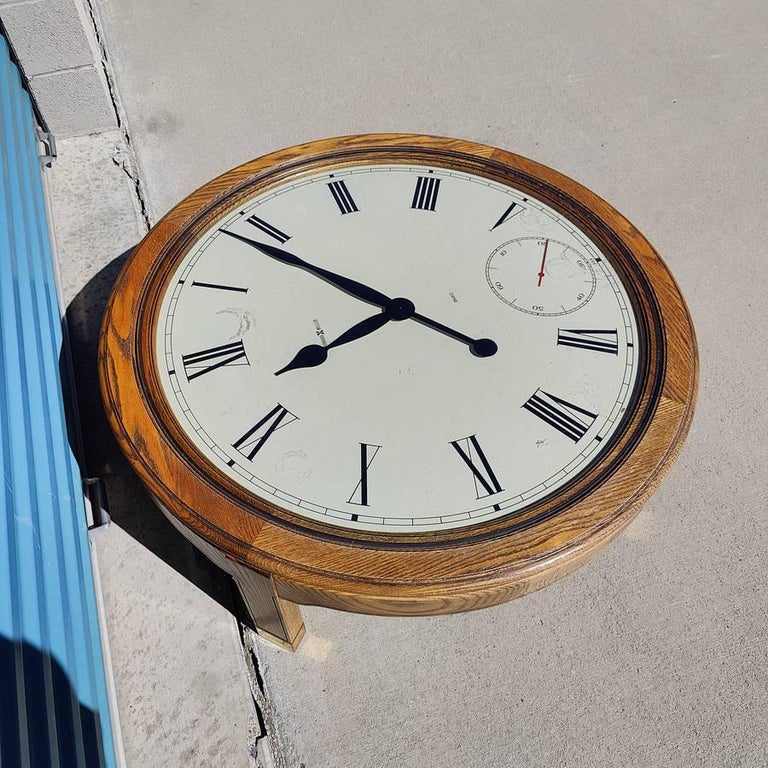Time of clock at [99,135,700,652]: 7:48
